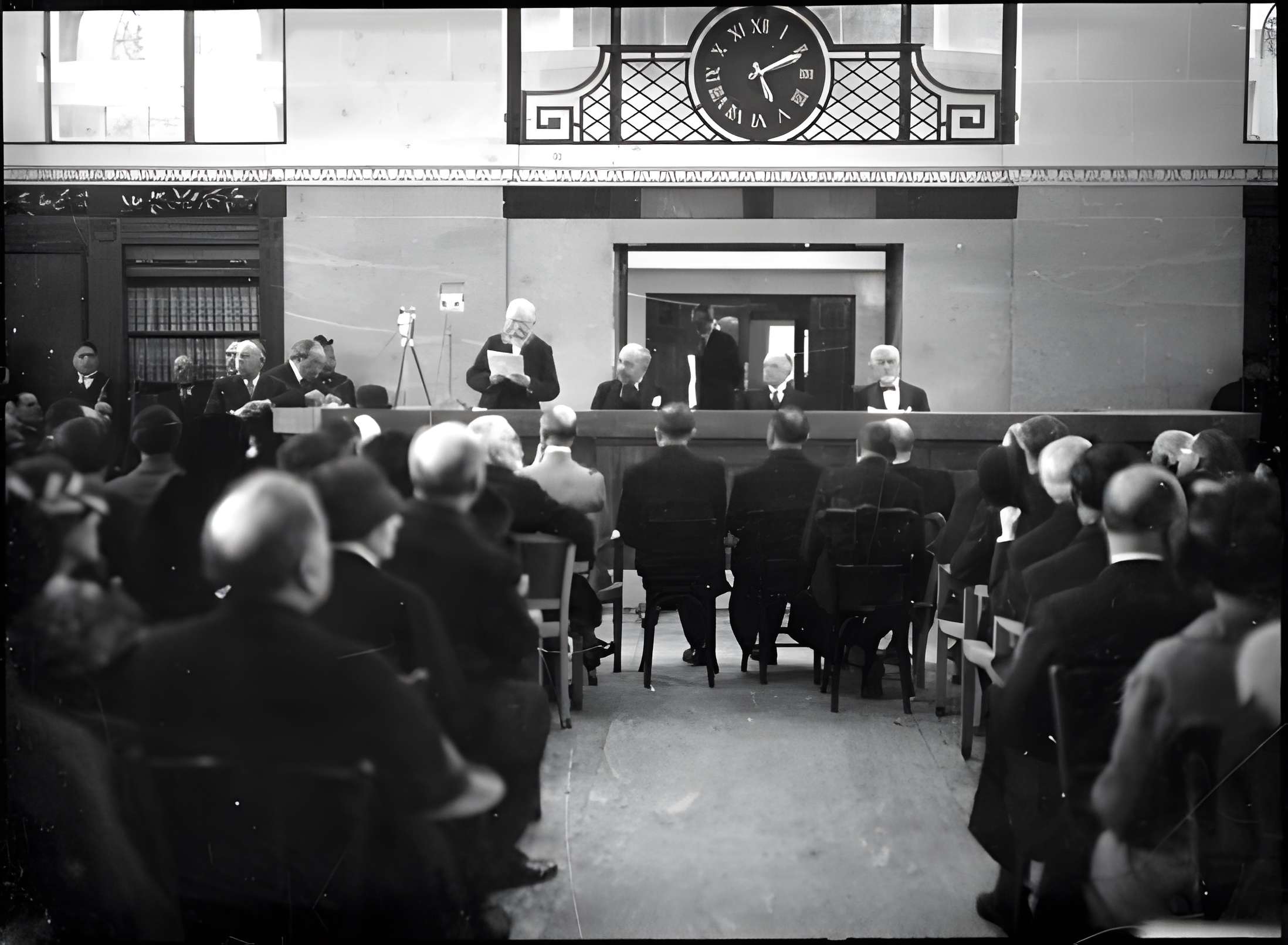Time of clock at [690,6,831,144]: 5:10
